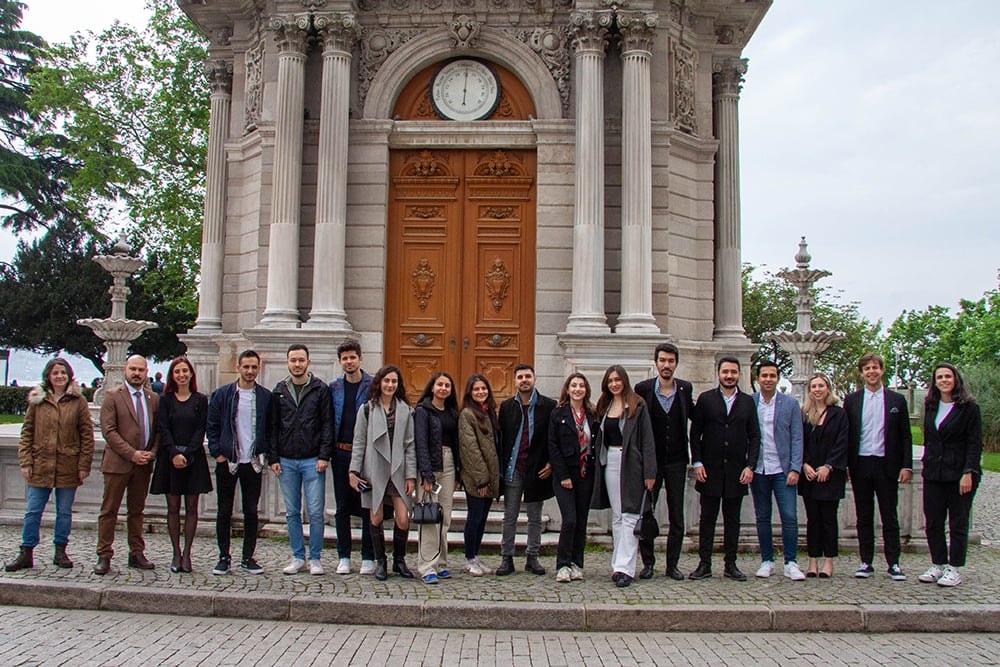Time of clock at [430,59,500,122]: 6:00
